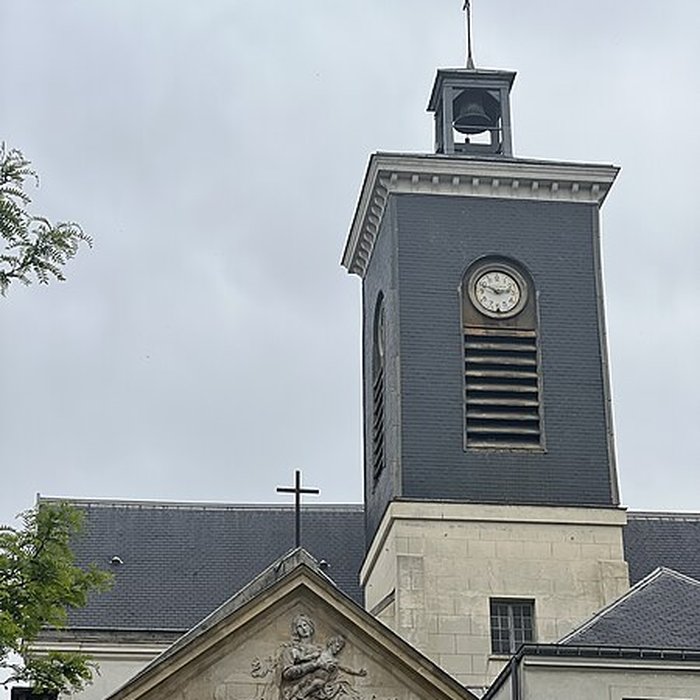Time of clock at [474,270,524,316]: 2:48
